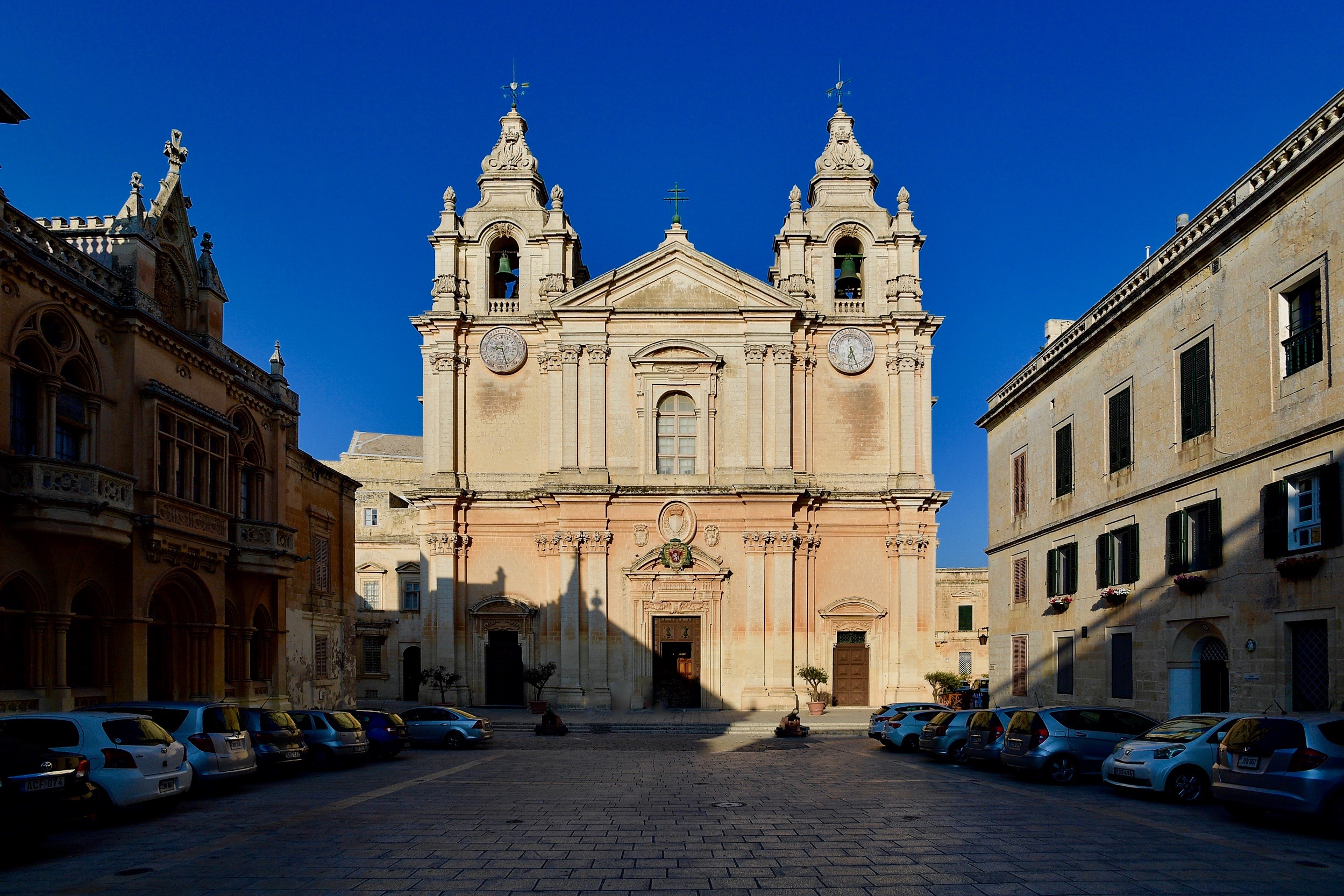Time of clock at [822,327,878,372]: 6:26
